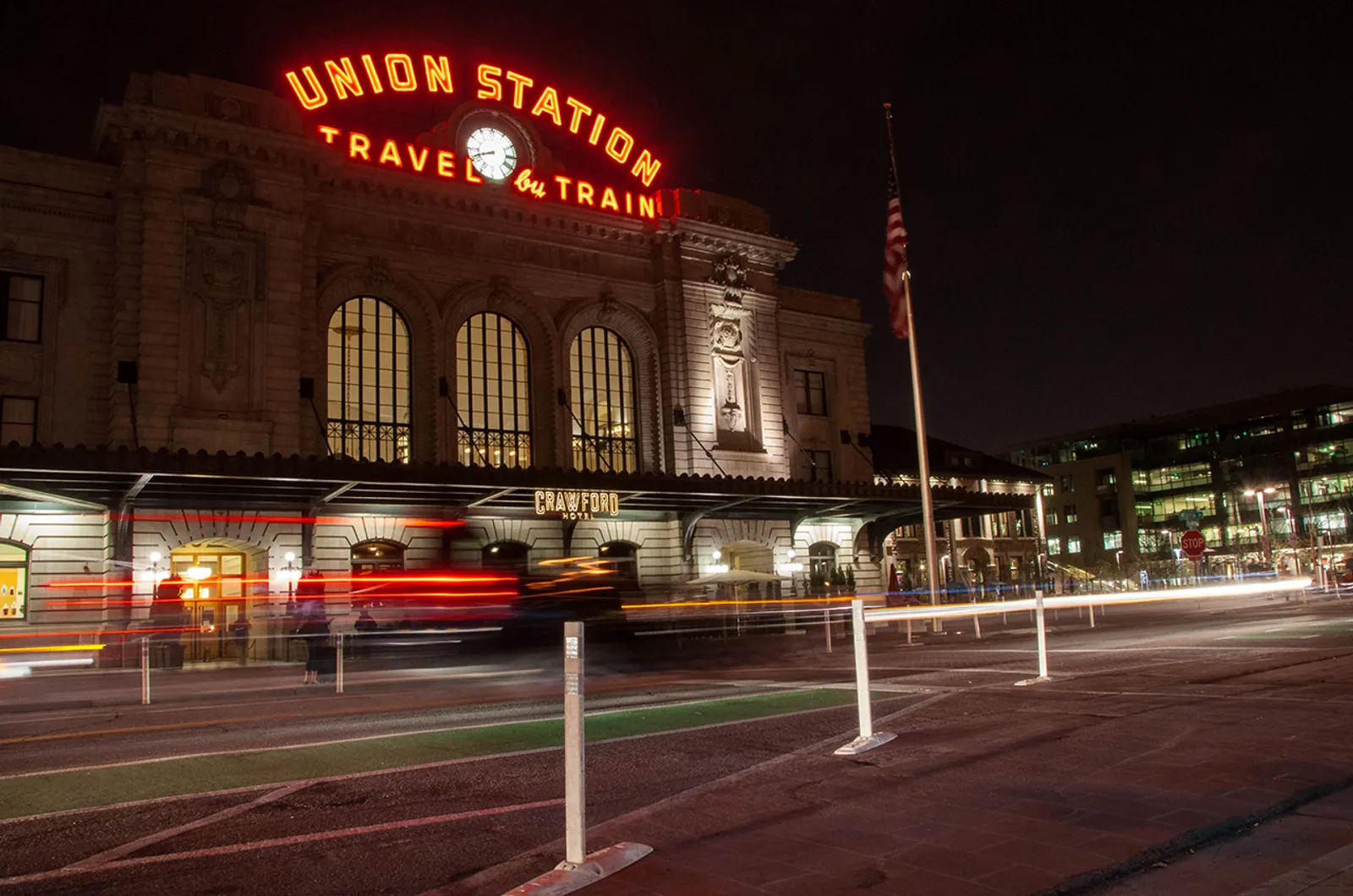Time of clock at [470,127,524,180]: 8:41
